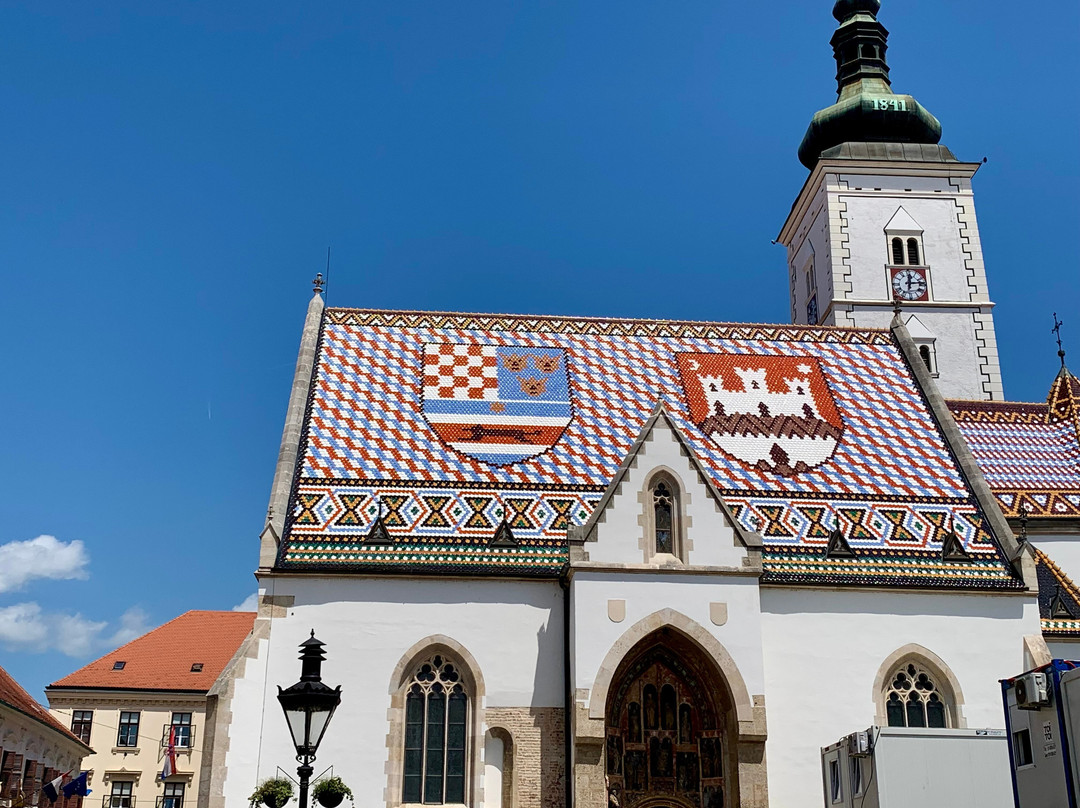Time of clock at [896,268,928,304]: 12:13
